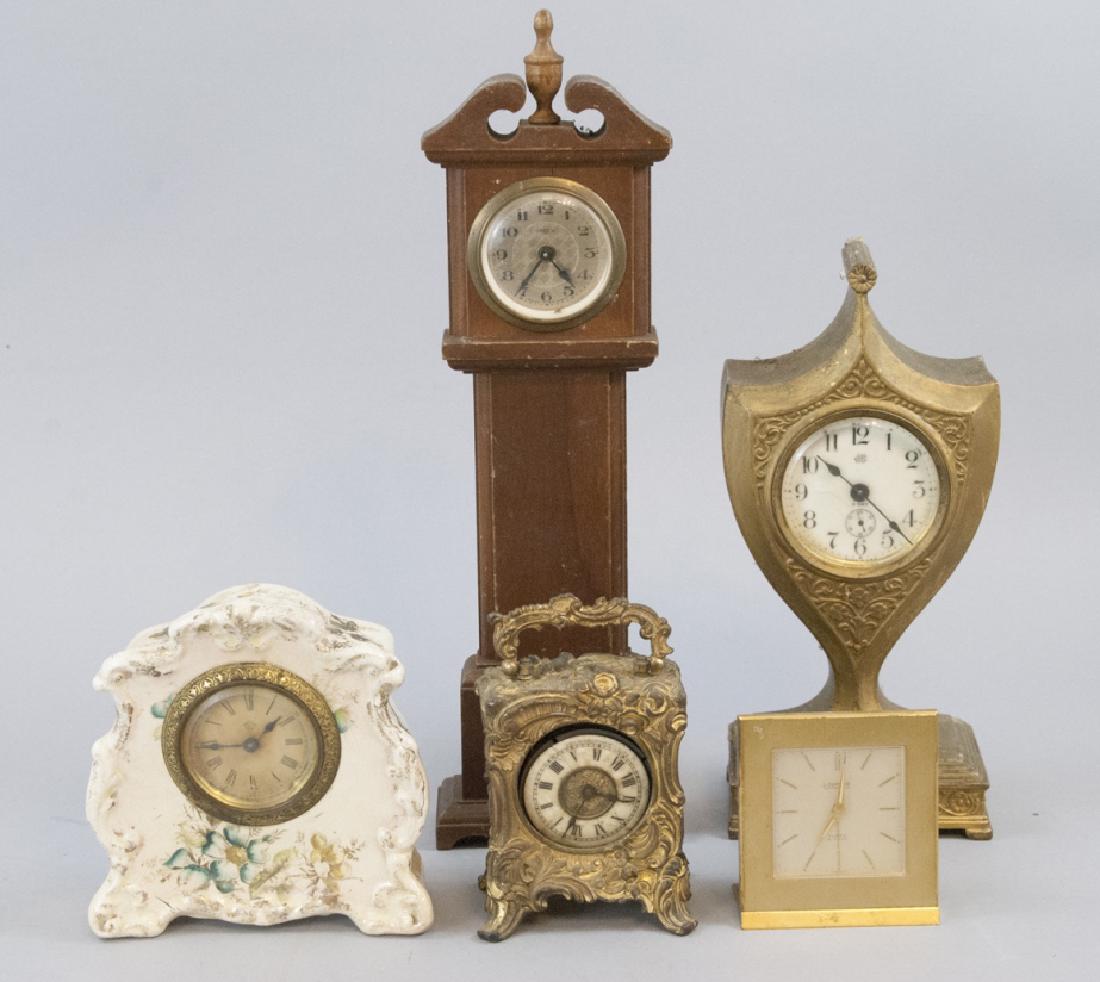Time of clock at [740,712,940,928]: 7:01
